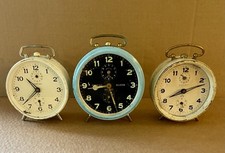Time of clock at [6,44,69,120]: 10:37
